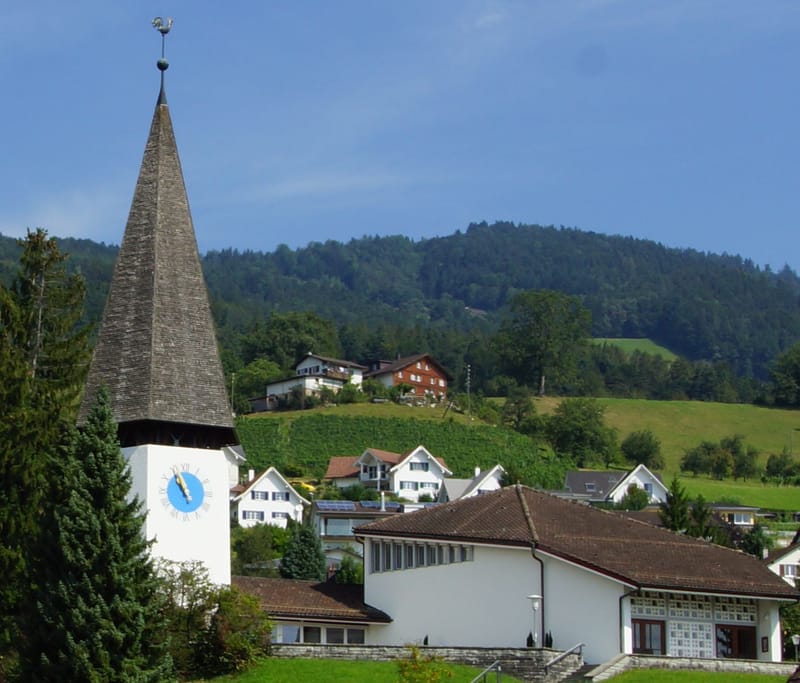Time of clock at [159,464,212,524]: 10:56
